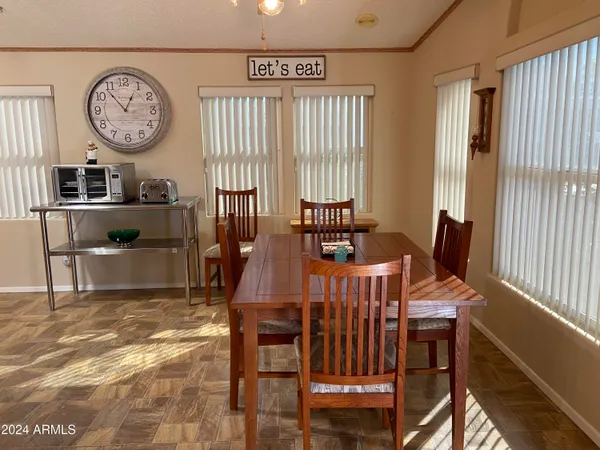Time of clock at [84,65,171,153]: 12:53
